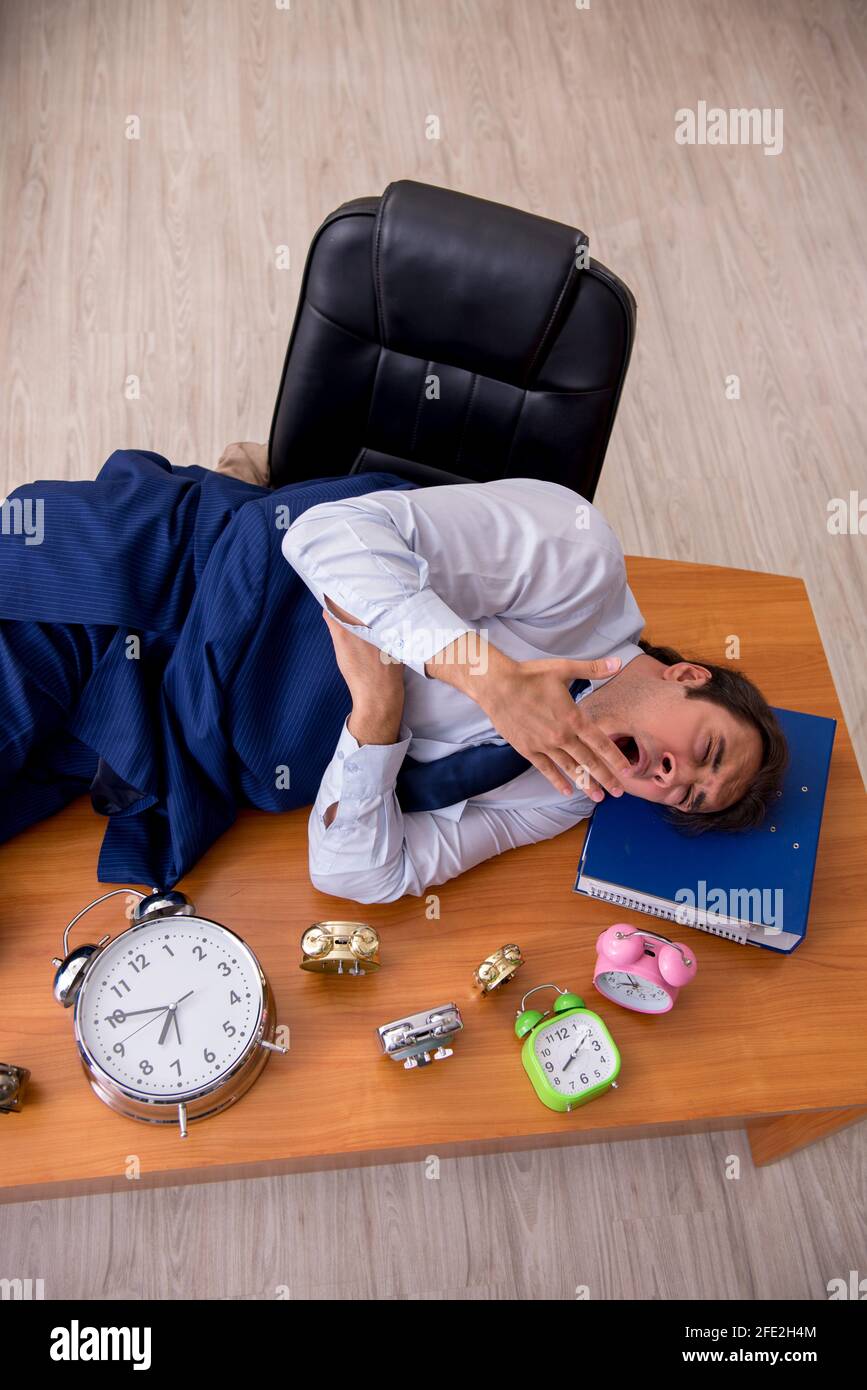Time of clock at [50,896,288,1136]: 6:45
